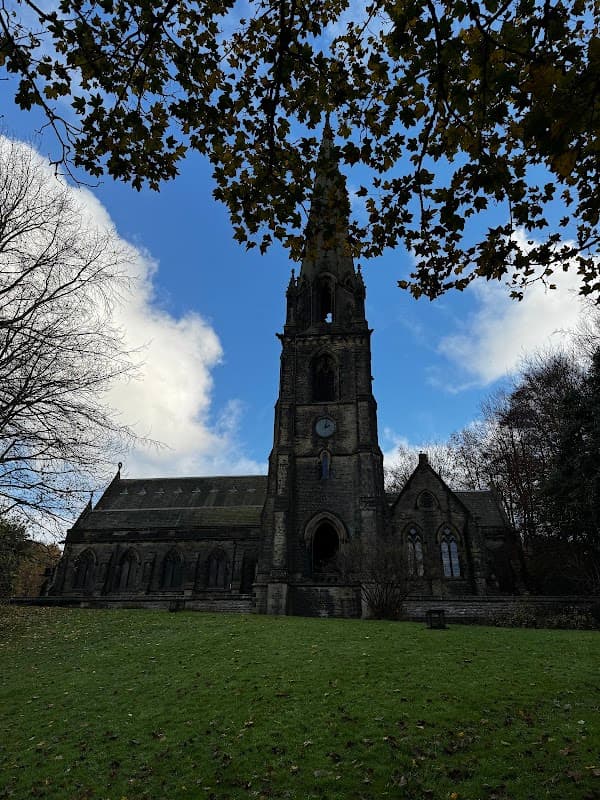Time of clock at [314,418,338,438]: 2:02
